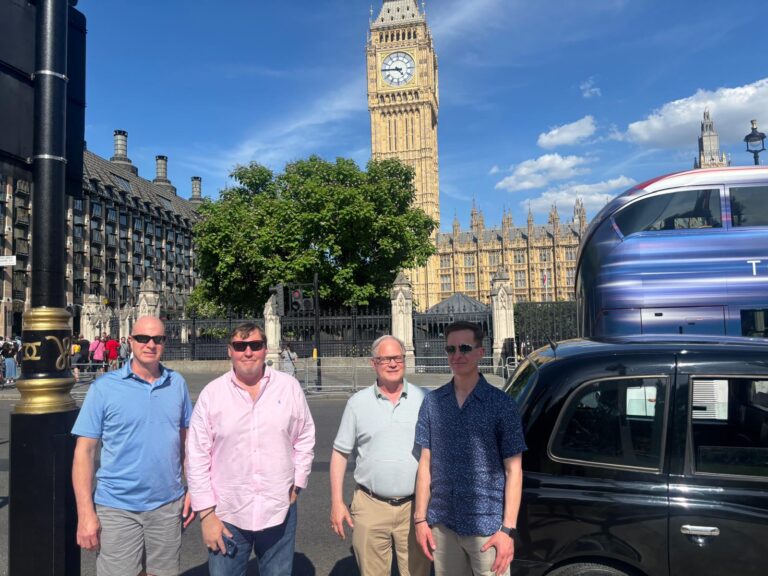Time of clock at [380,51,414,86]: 4:45
